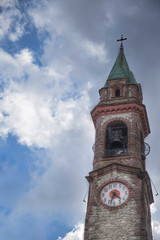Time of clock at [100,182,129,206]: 4:33
